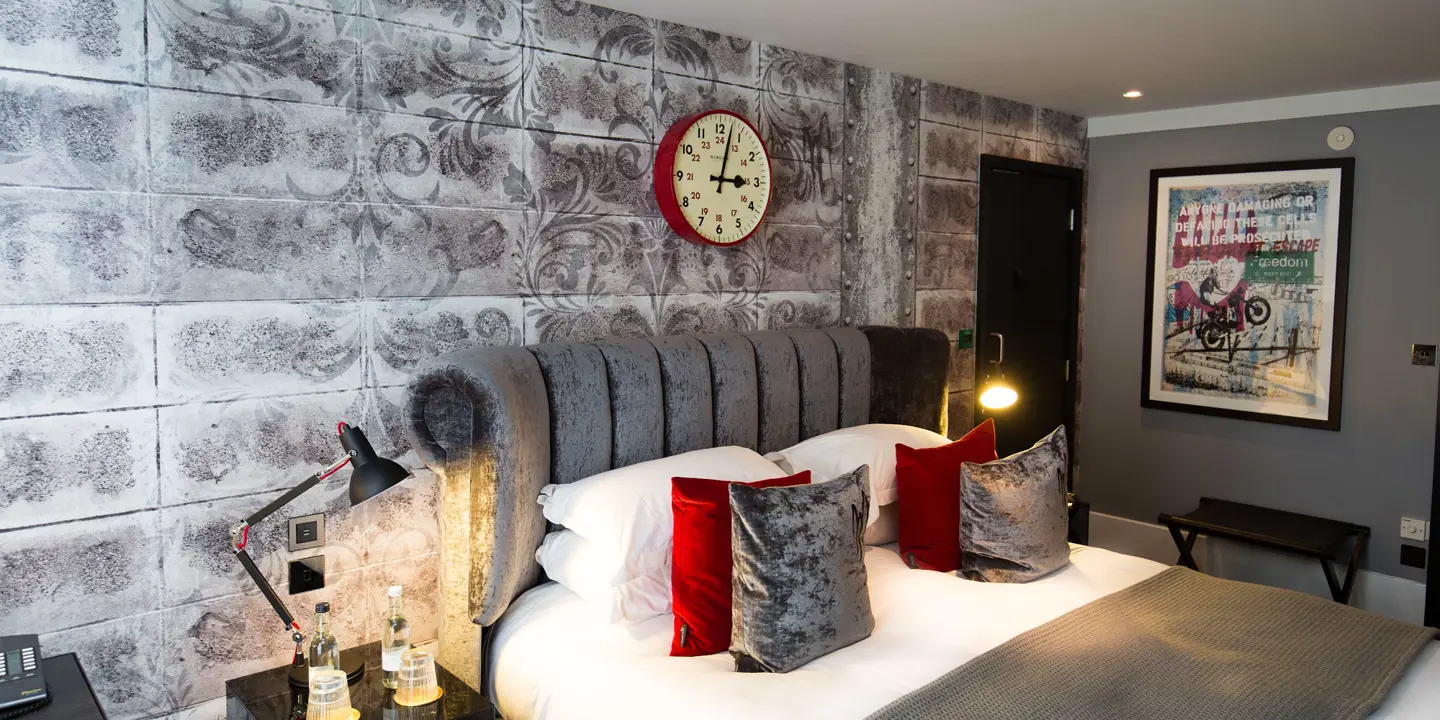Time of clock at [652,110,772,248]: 3:02
